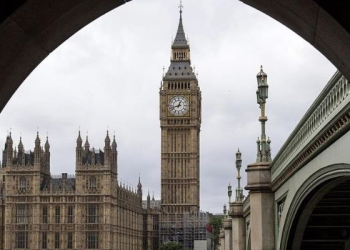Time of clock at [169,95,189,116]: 12:42
